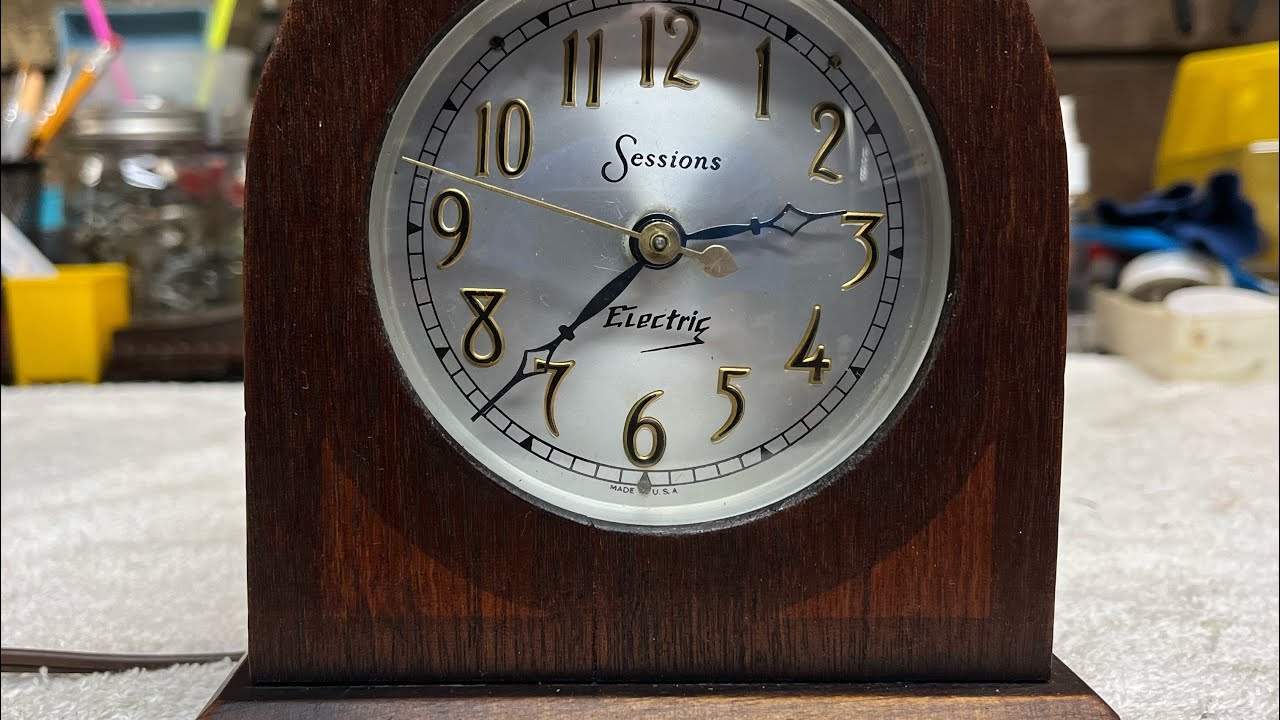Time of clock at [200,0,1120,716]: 2:37
